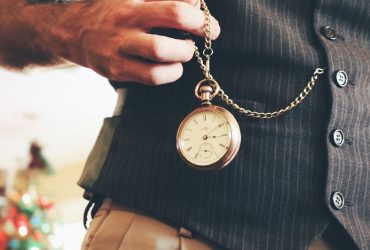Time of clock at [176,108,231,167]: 3:09
